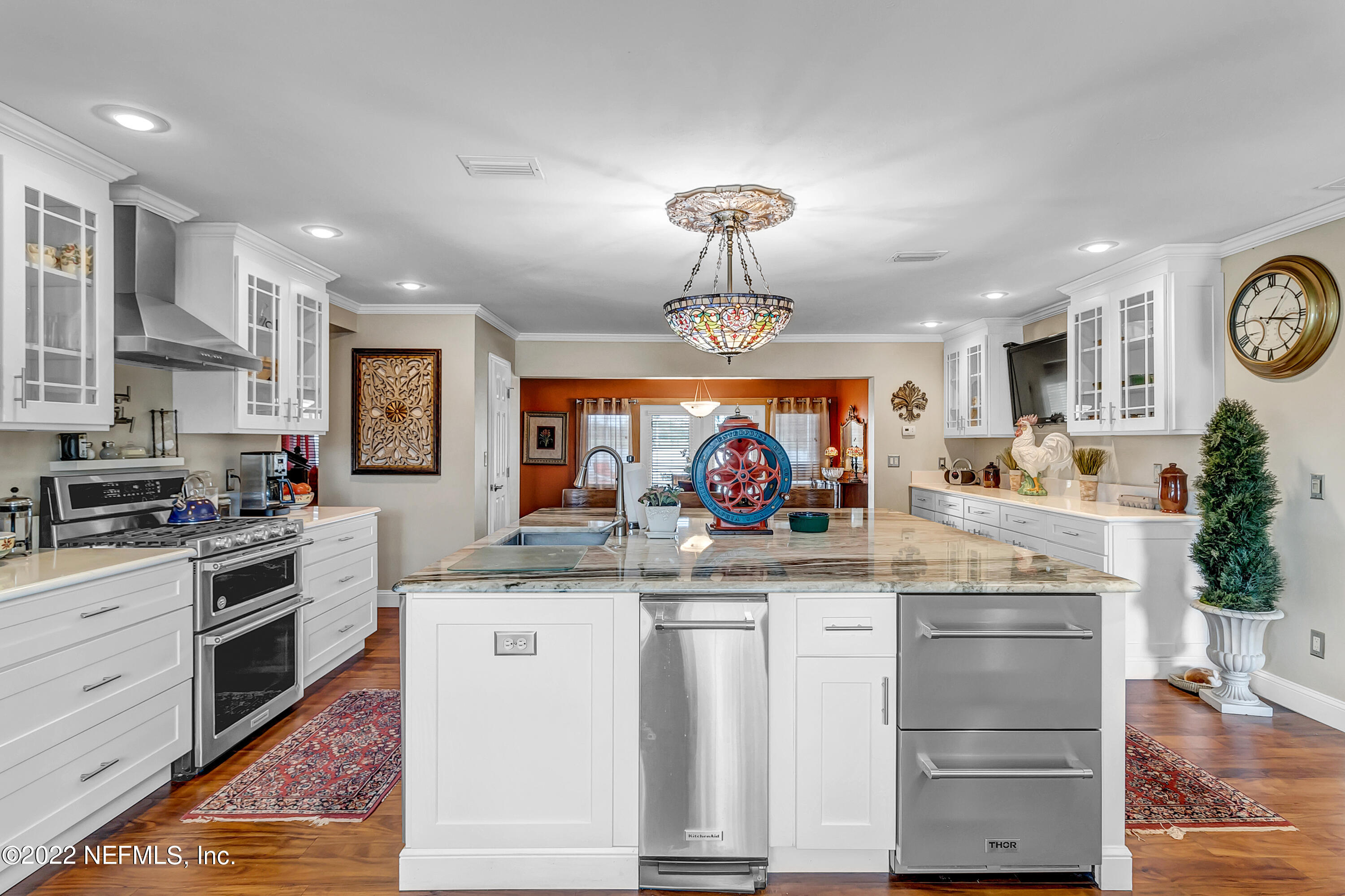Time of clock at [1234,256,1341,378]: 3:05
